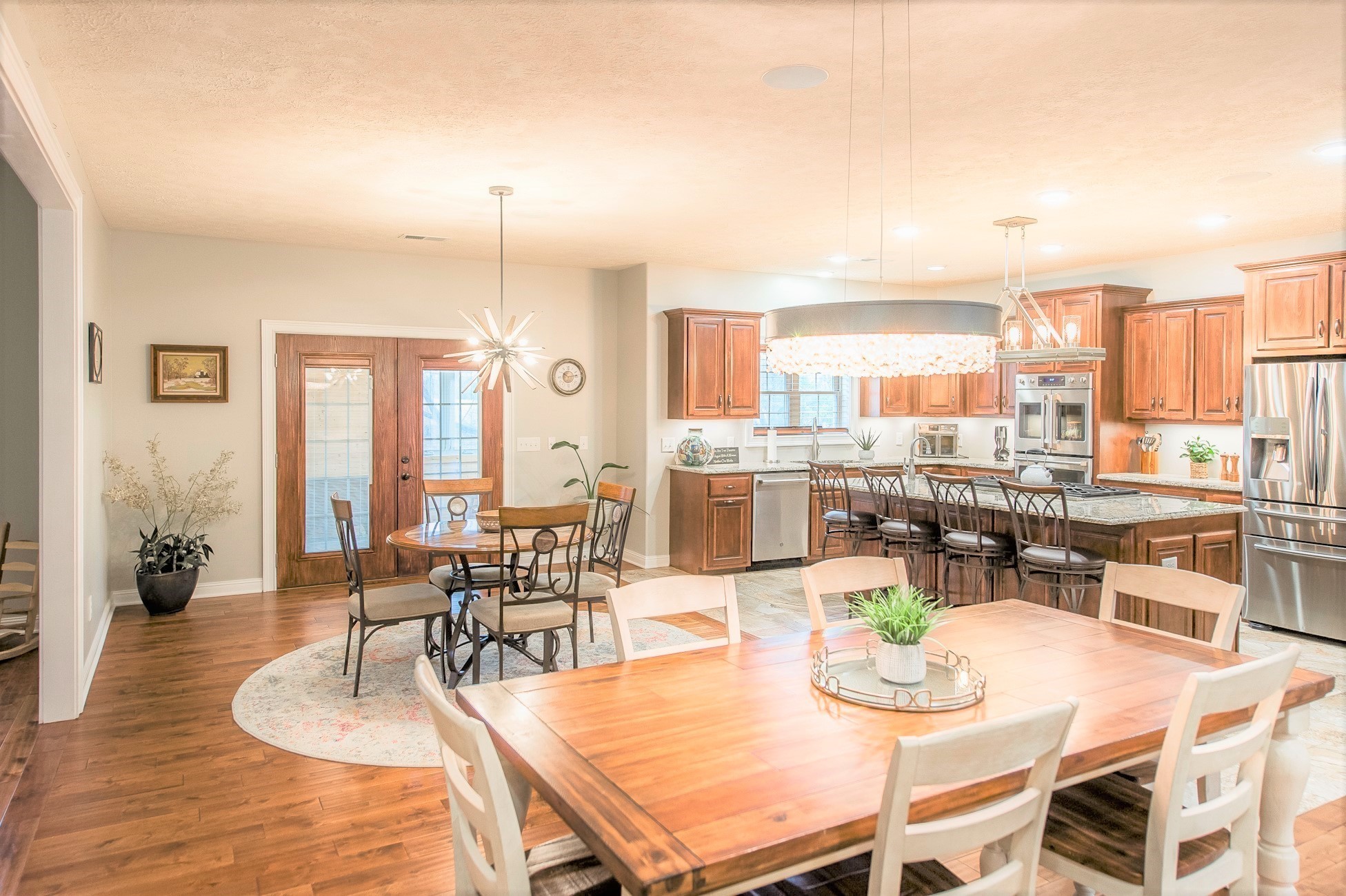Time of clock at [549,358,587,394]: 10:13
